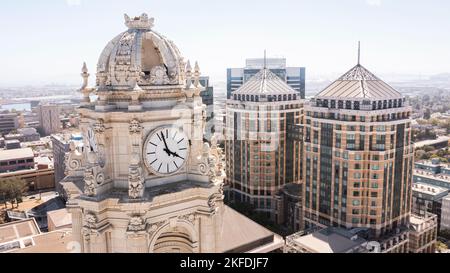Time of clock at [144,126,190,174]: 3:57
